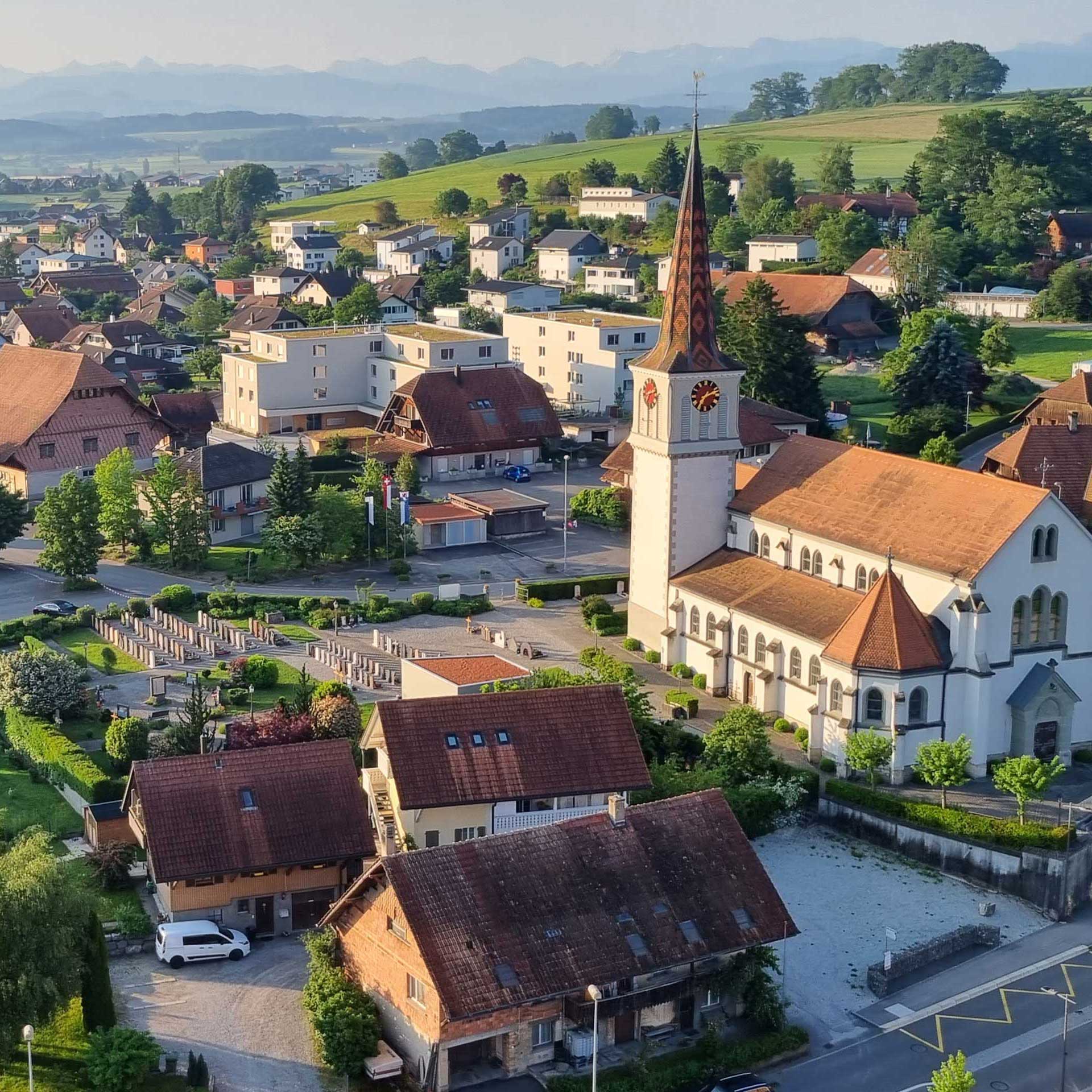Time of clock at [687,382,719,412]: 7:11
